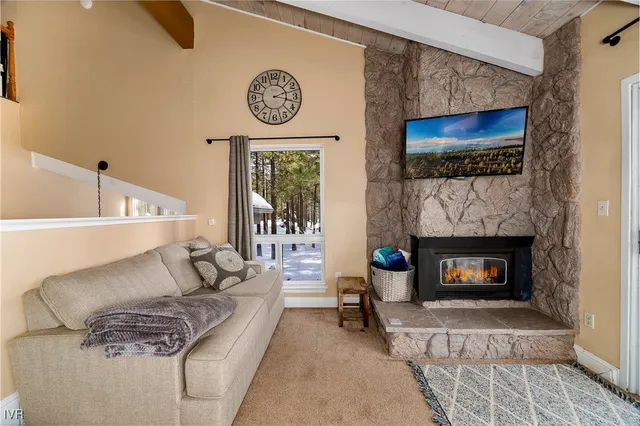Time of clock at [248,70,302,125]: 2:17
